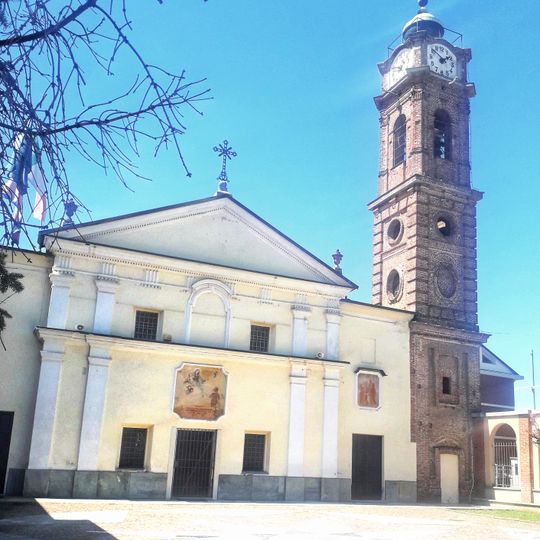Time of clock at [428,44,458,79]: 1:51
